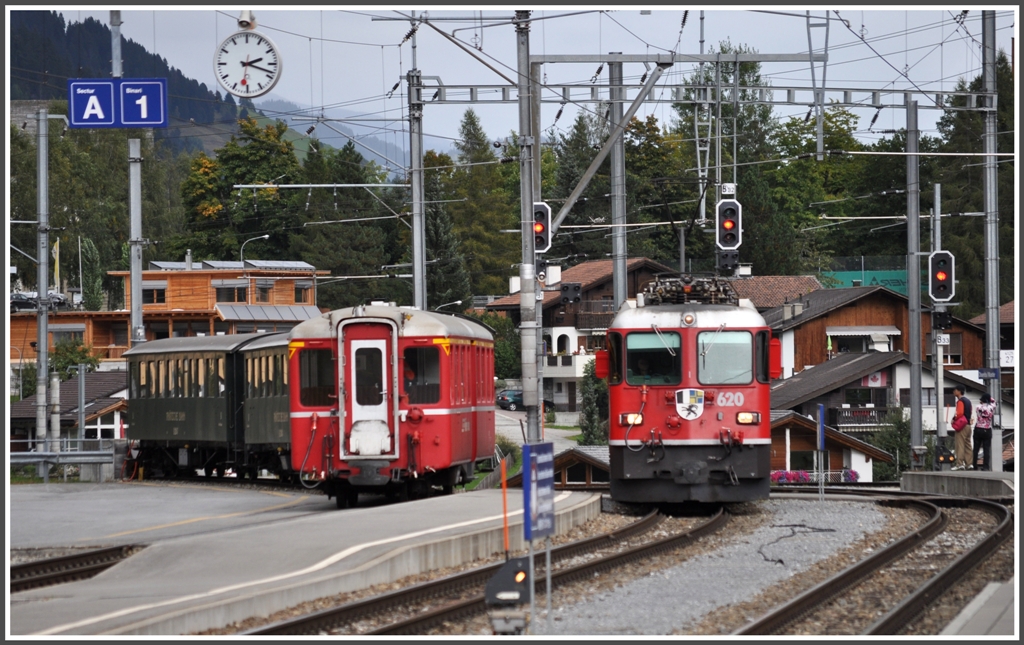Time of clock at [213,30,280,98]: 2:18
